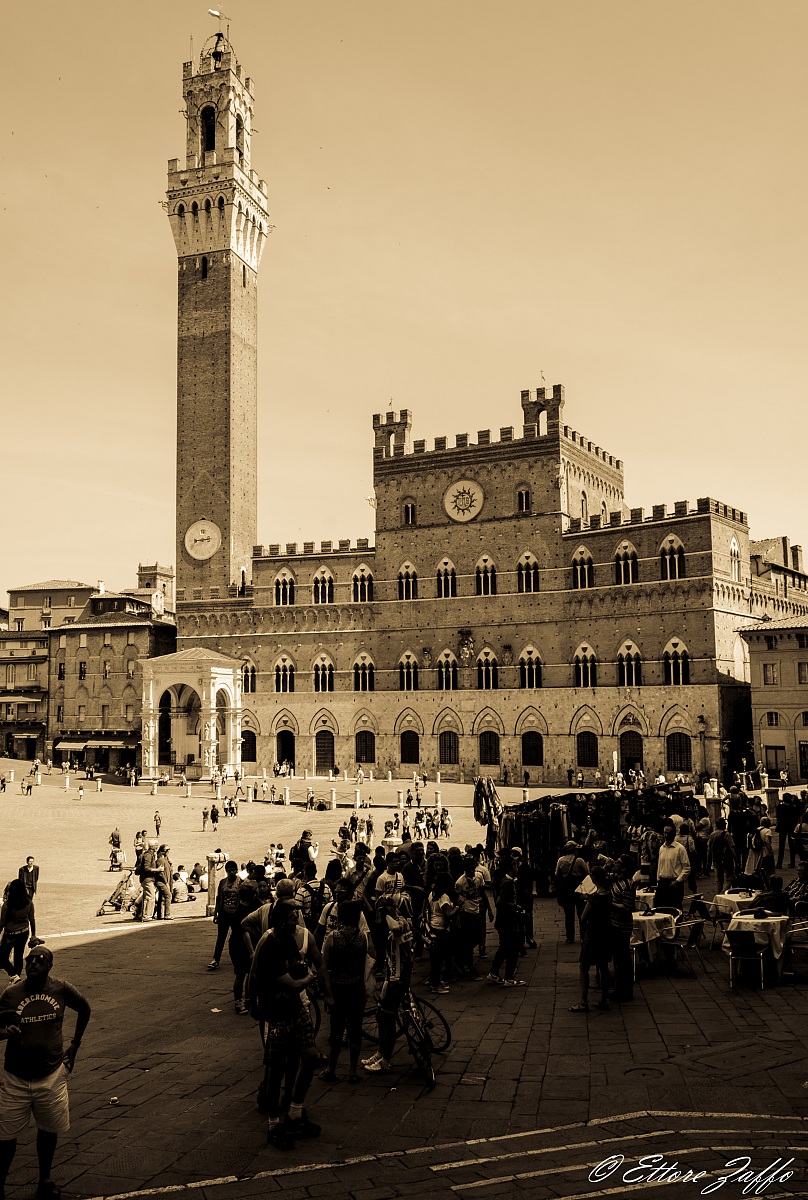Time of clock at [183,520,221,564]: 8:43
